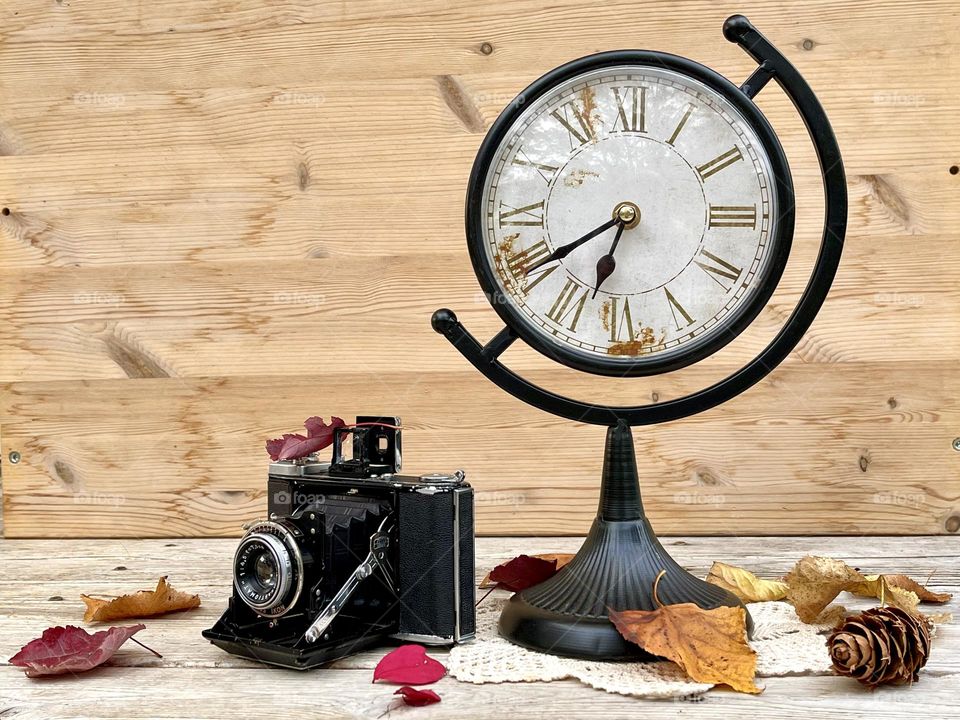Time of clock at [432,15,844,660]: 6:39
